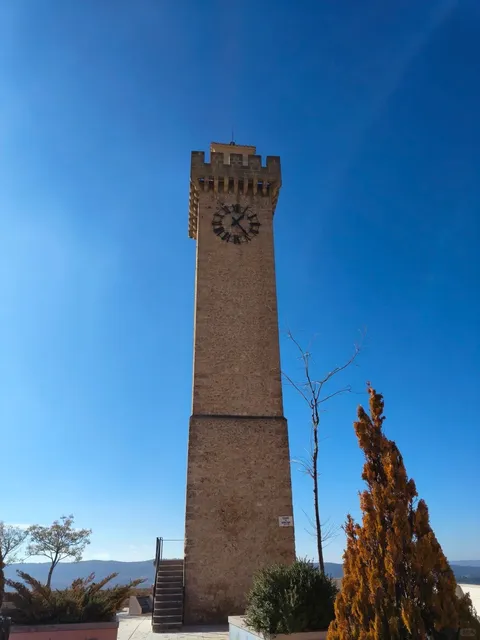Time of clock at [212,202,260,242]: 1:23
